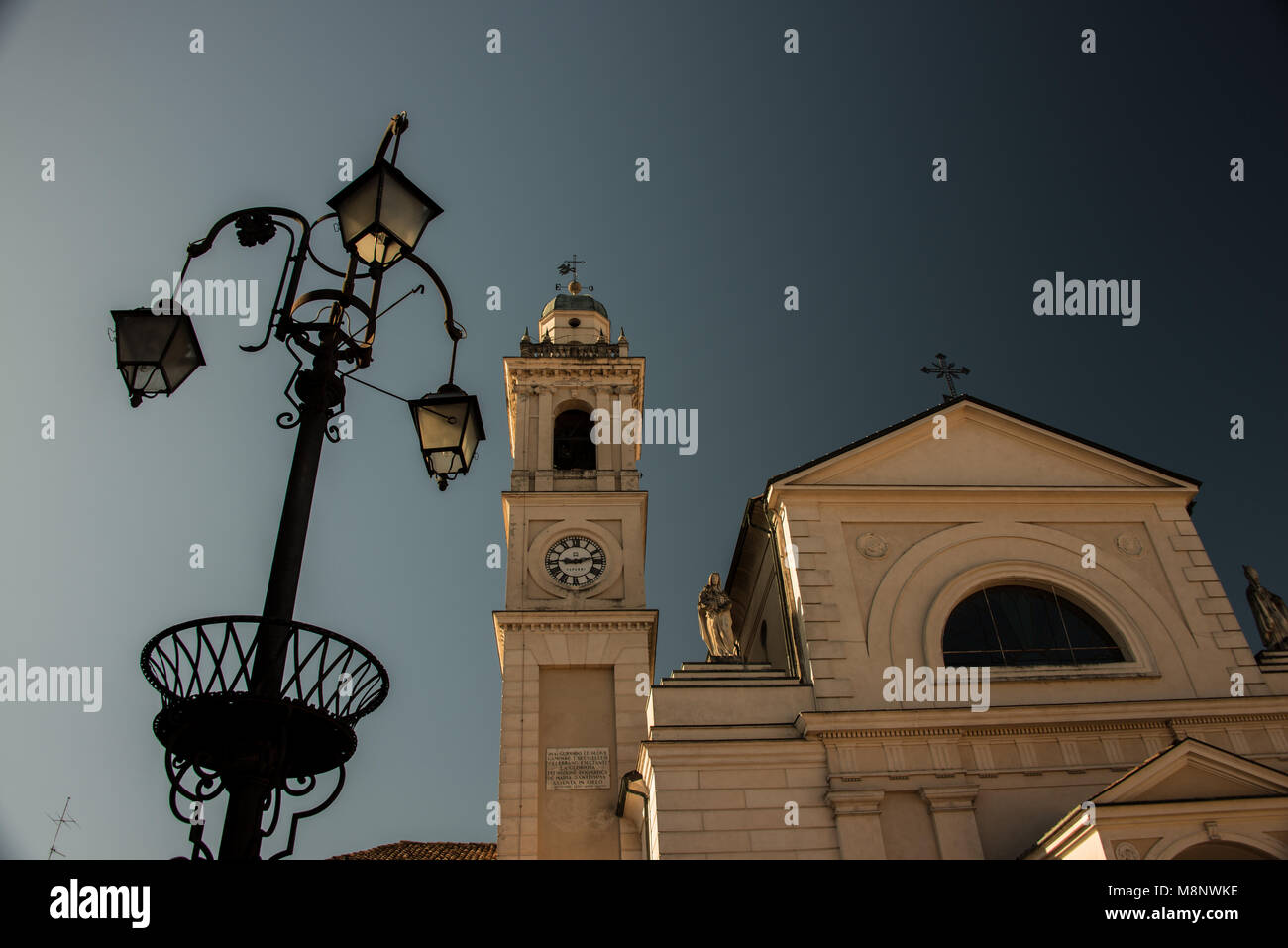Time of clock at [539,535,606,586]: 9:12
